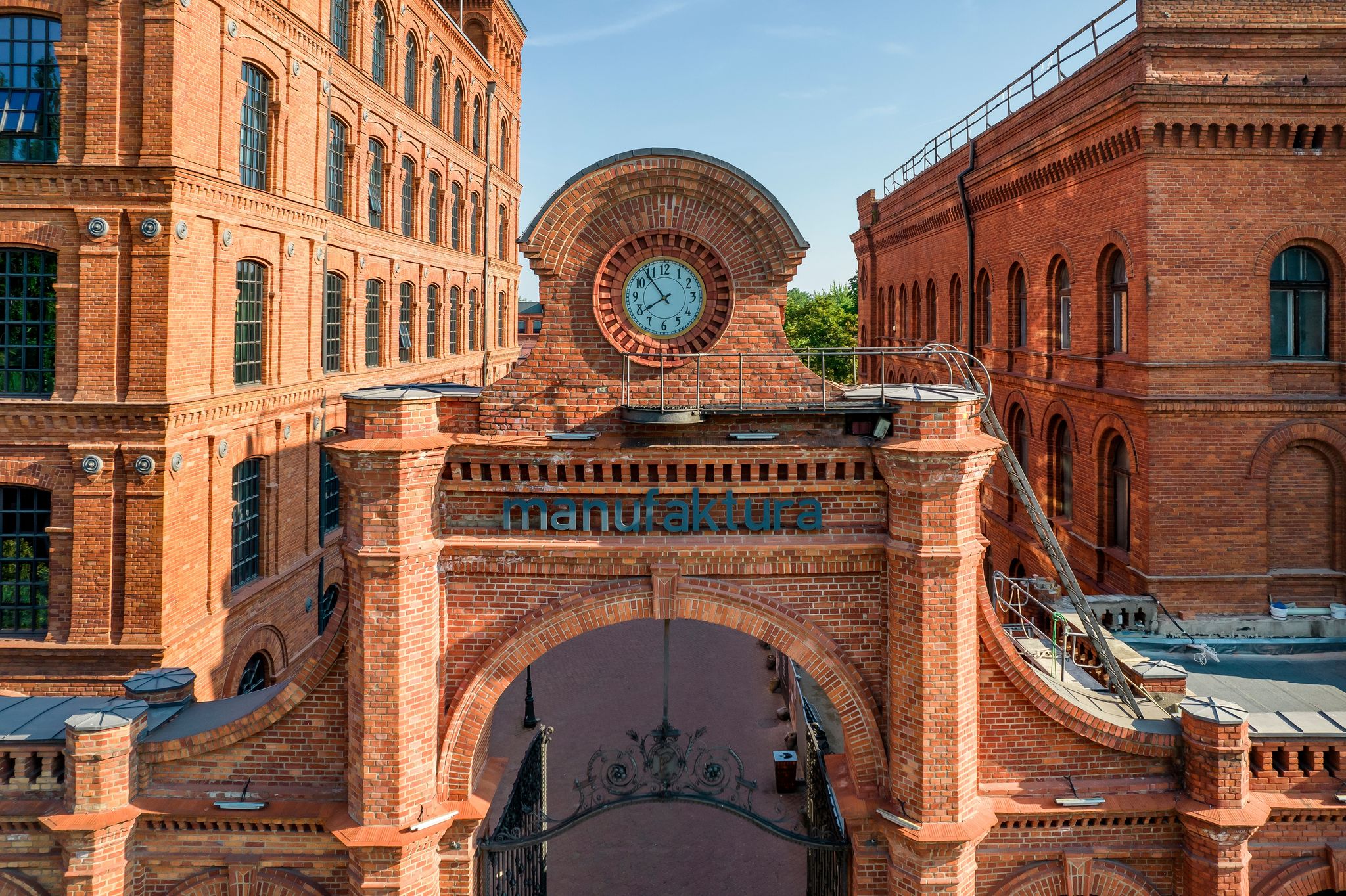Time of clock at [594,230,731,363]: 7:53
